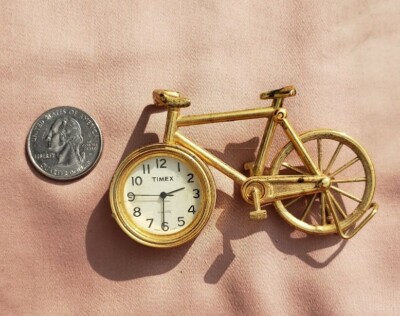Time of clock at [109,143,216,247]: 2:30
